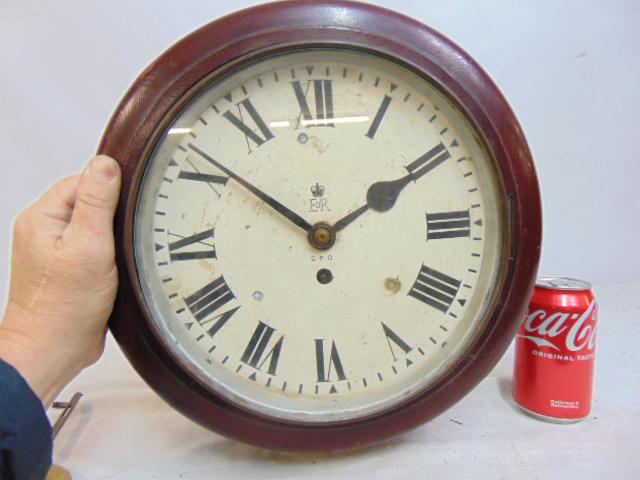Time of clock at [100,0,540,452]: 1:51
